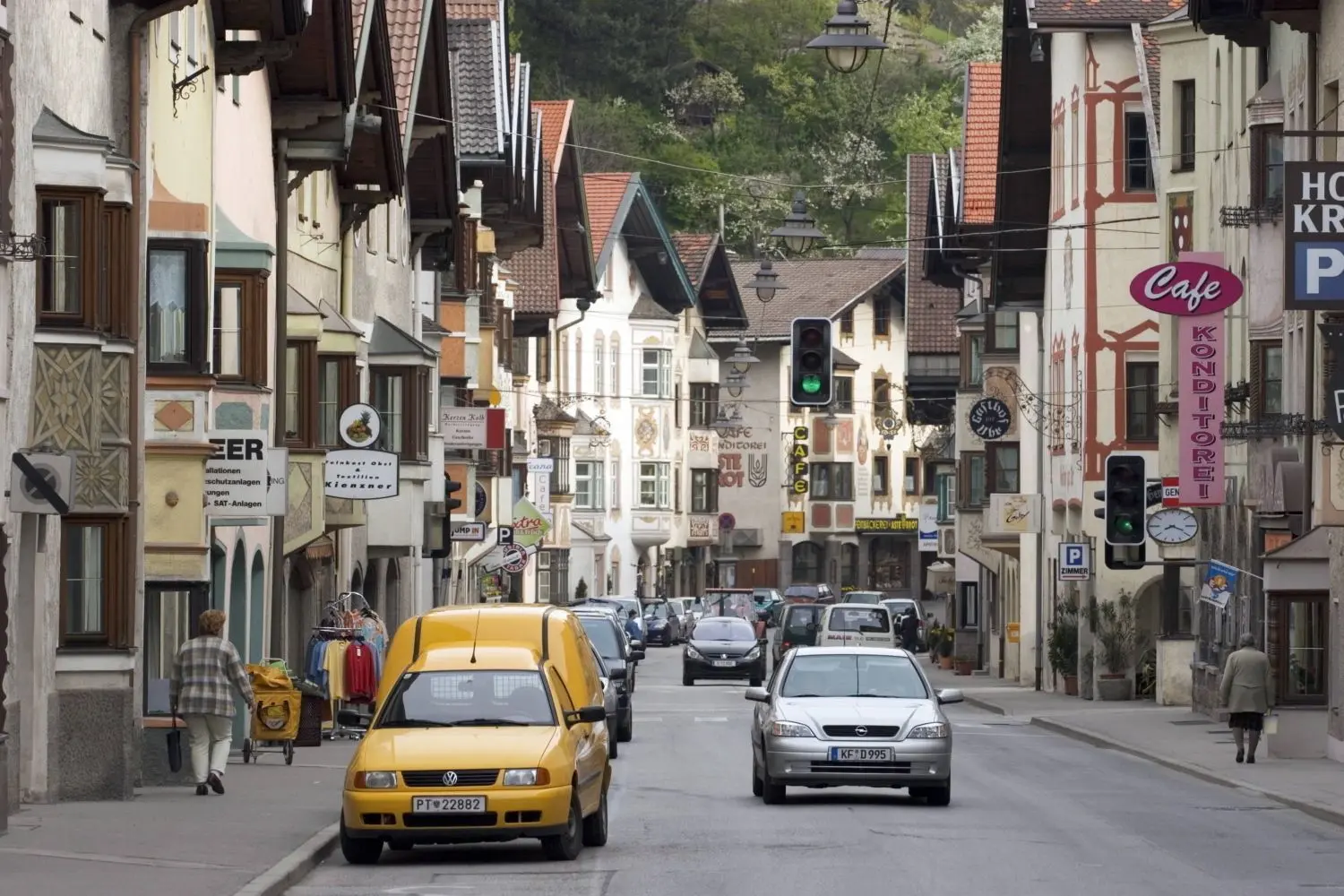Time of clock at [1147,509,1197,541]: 8:18
